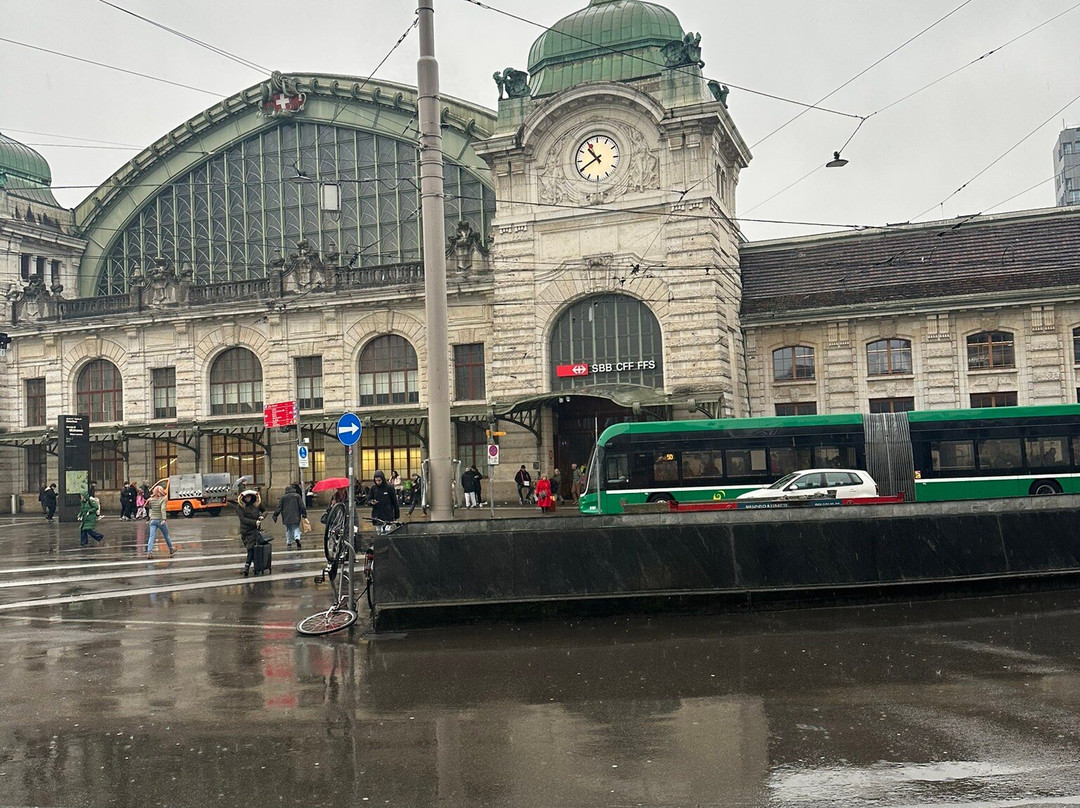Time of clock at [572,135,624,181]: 10:40
